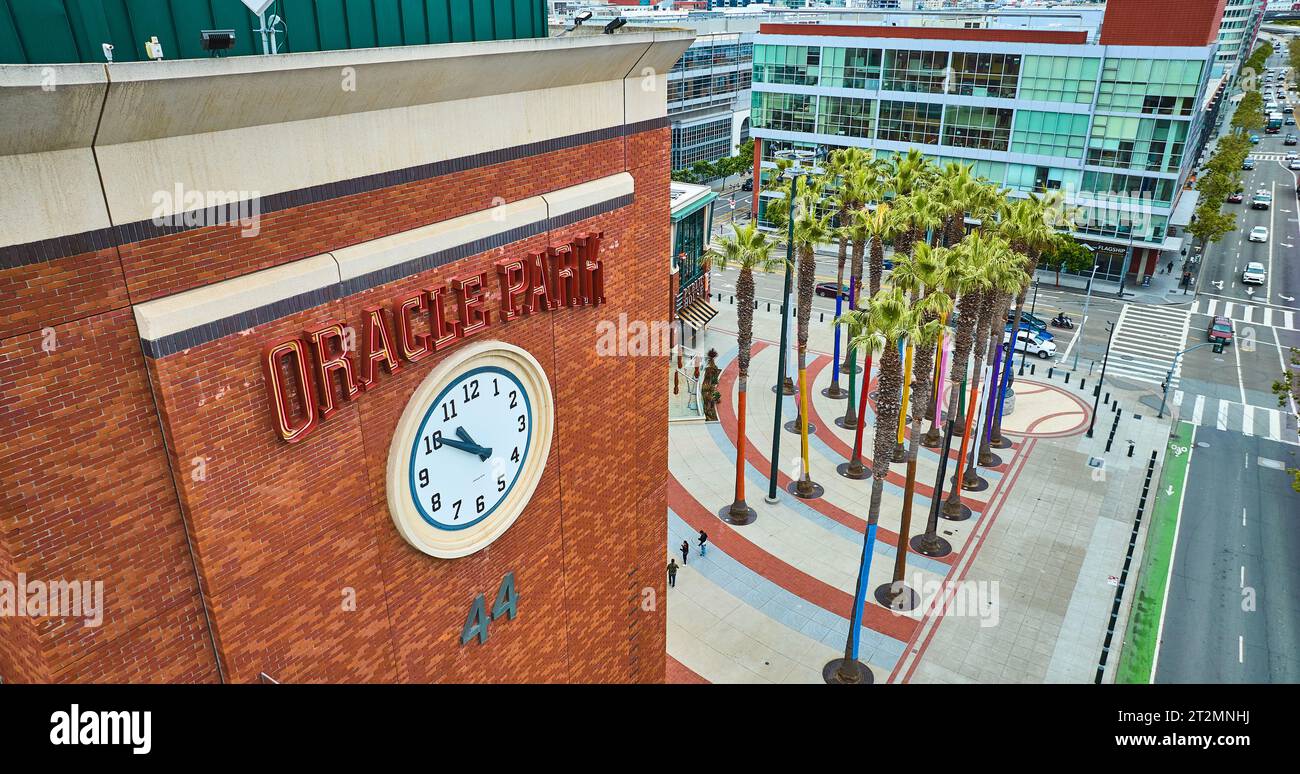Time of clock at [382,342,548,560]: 10:50
